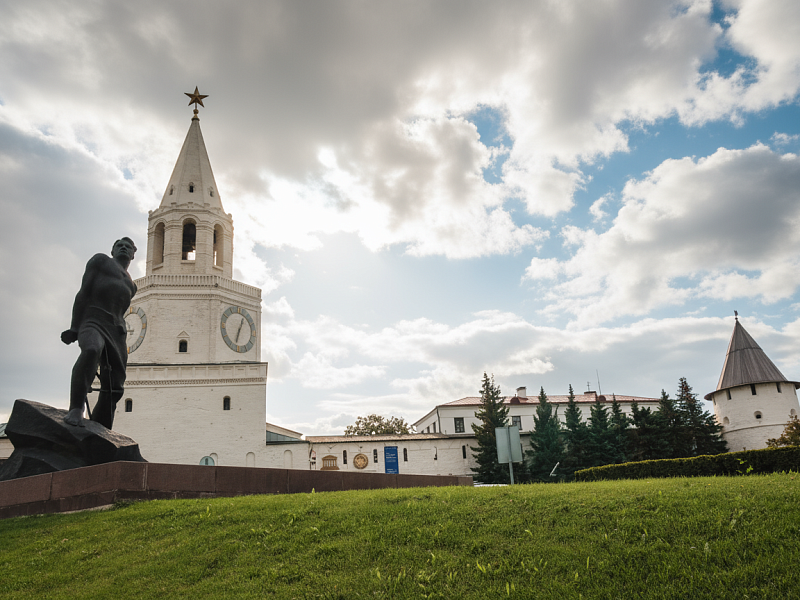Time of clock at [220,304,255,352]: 12:32
